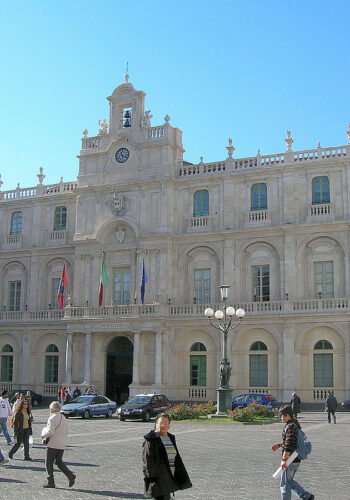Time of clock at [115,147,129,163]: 11:19
